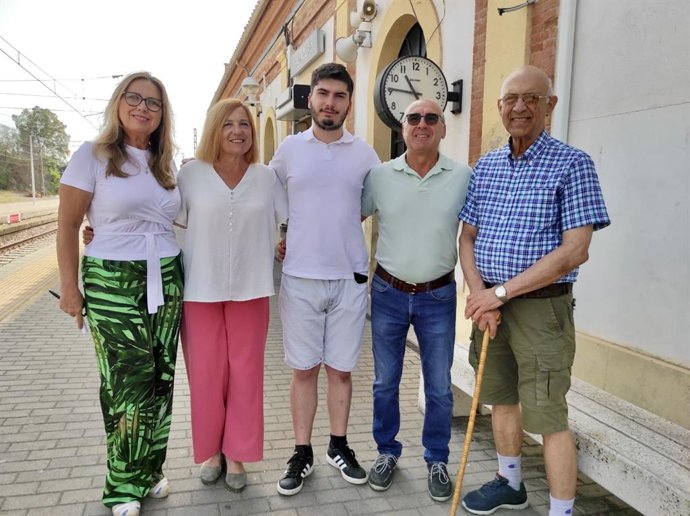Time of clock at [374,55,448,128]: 10:45
